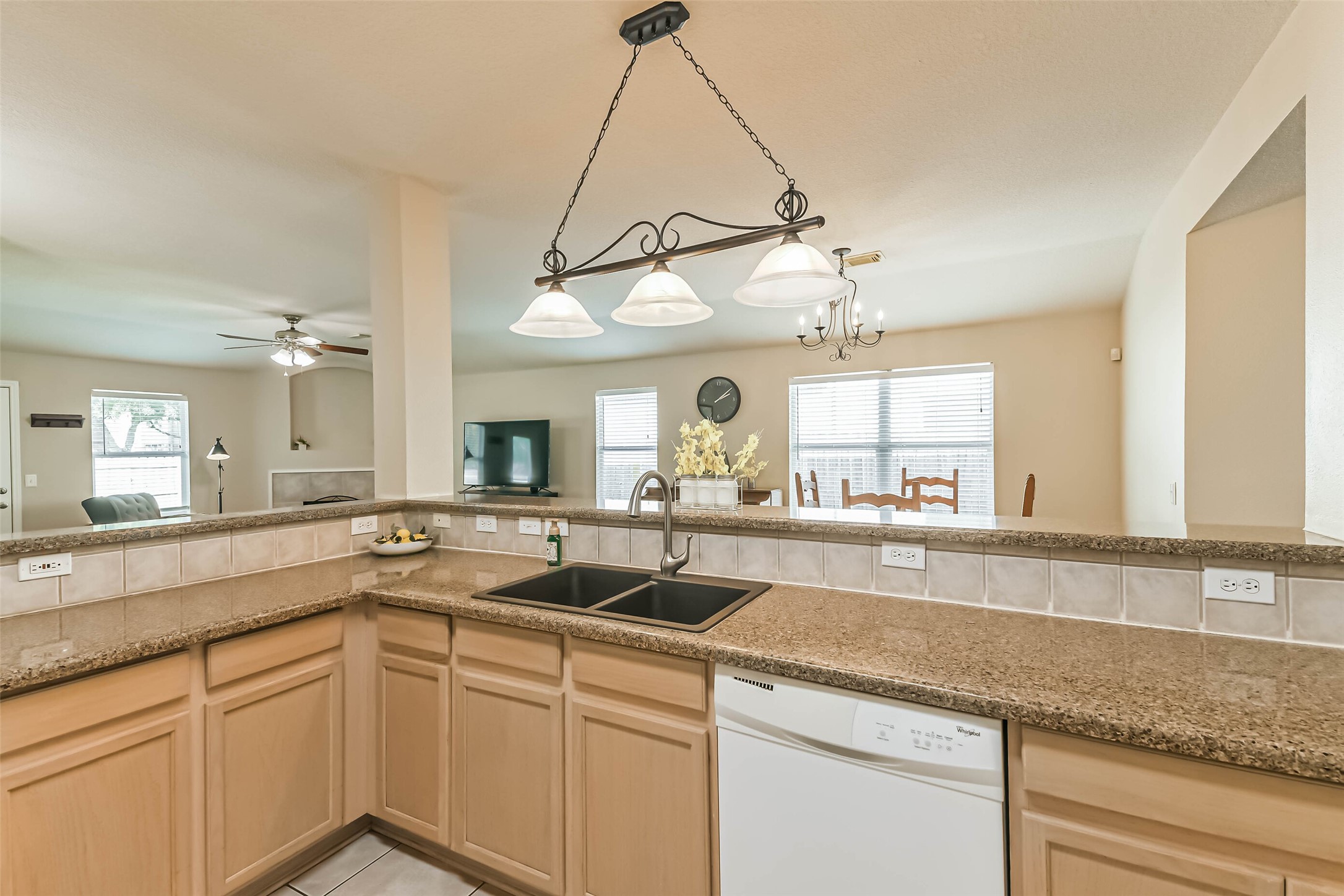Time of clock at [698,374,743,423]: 2:08
